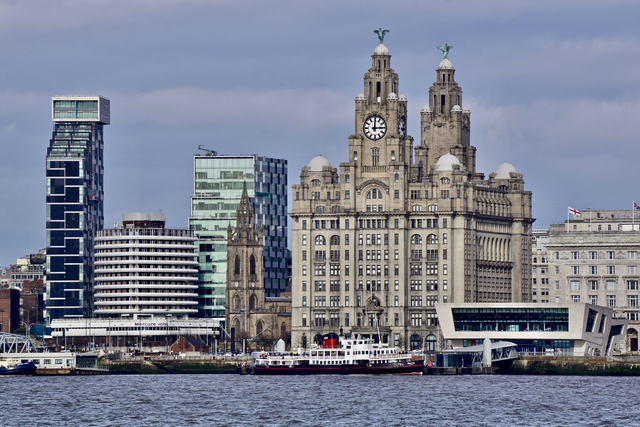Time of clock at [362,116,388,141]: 3:00
